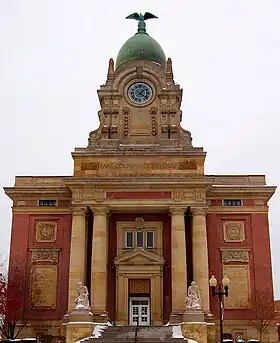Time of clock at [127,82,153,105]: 1:21
